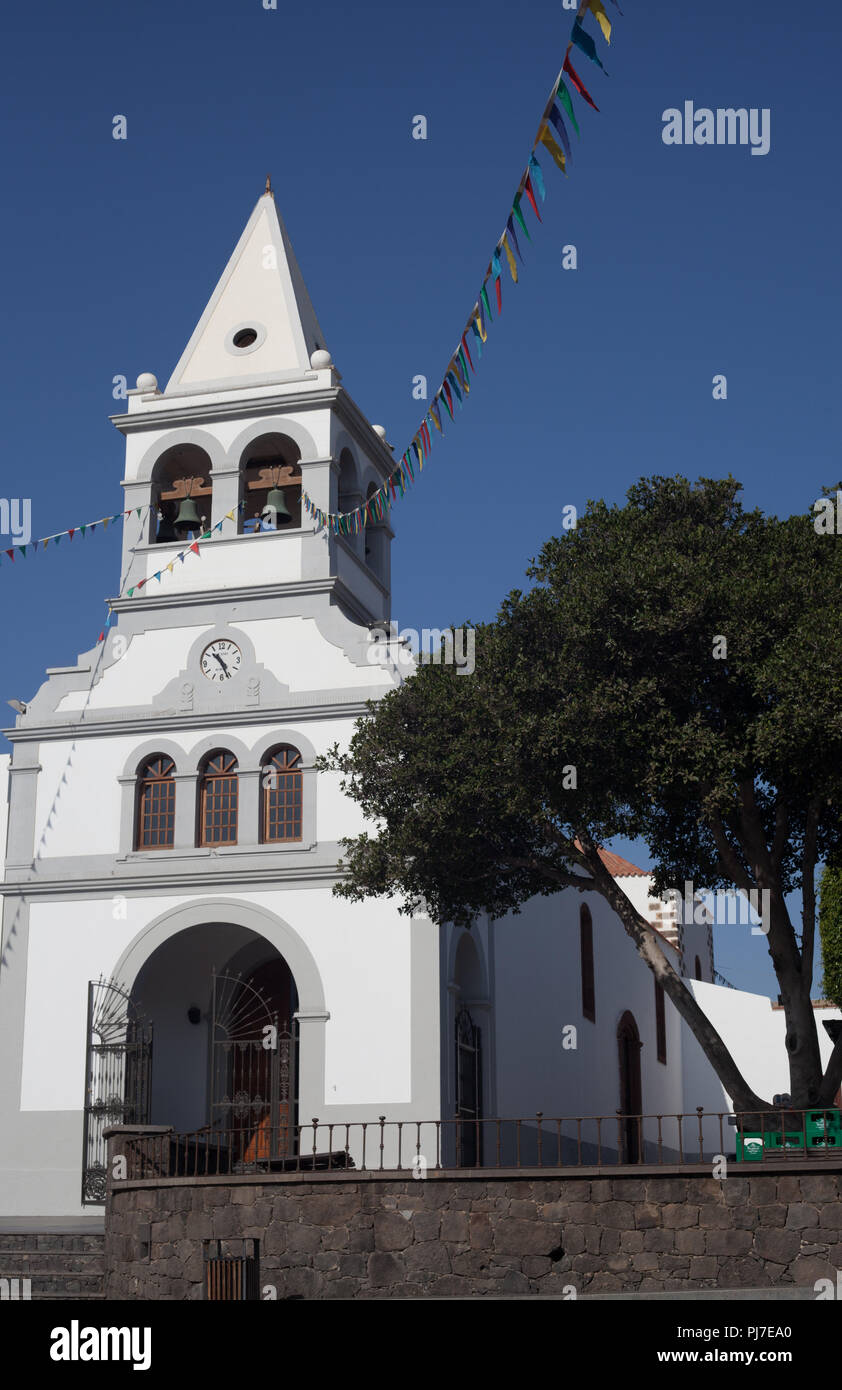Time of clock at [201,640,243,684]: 10:26
